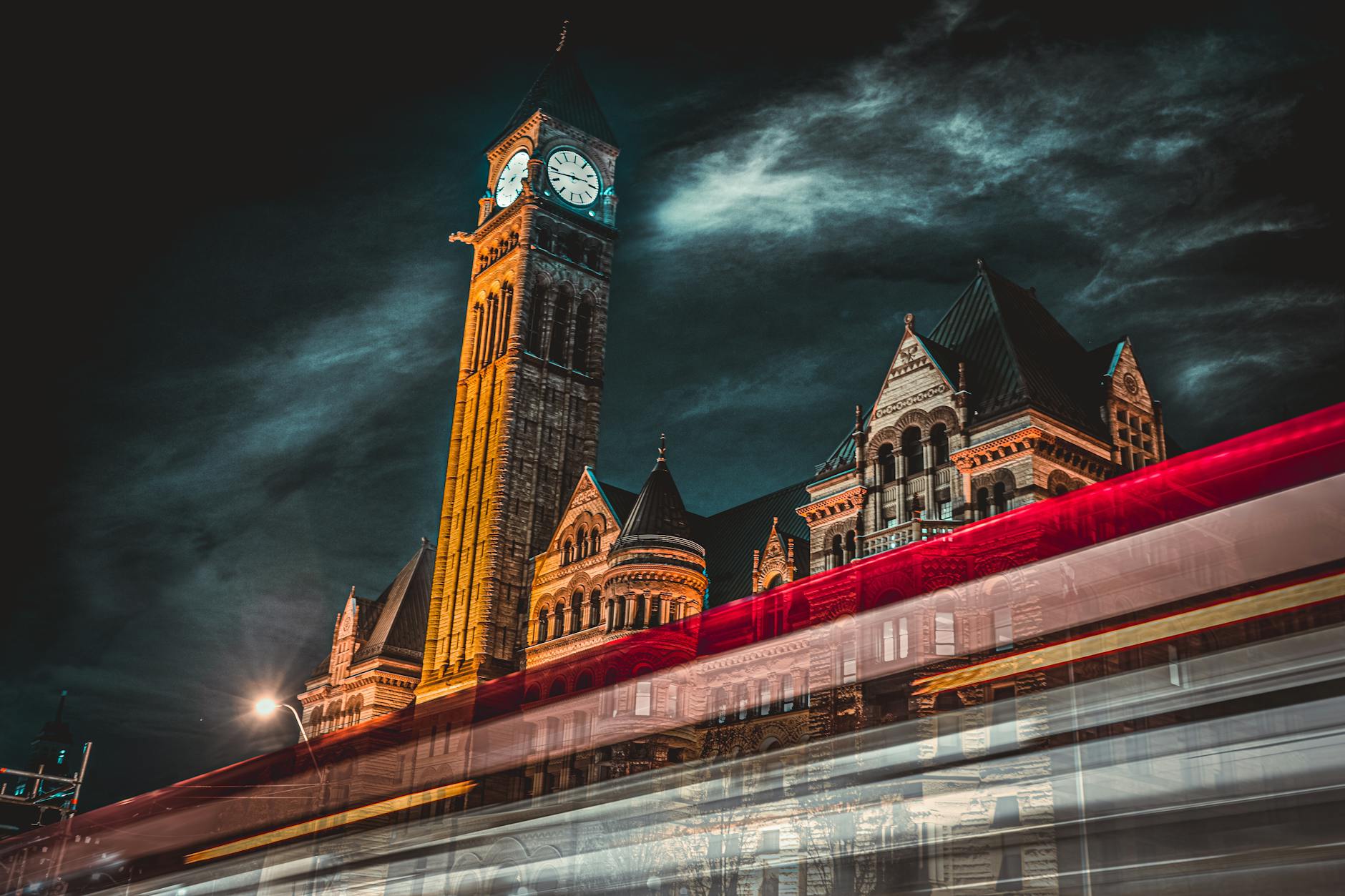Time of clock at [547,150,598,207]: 2:43
